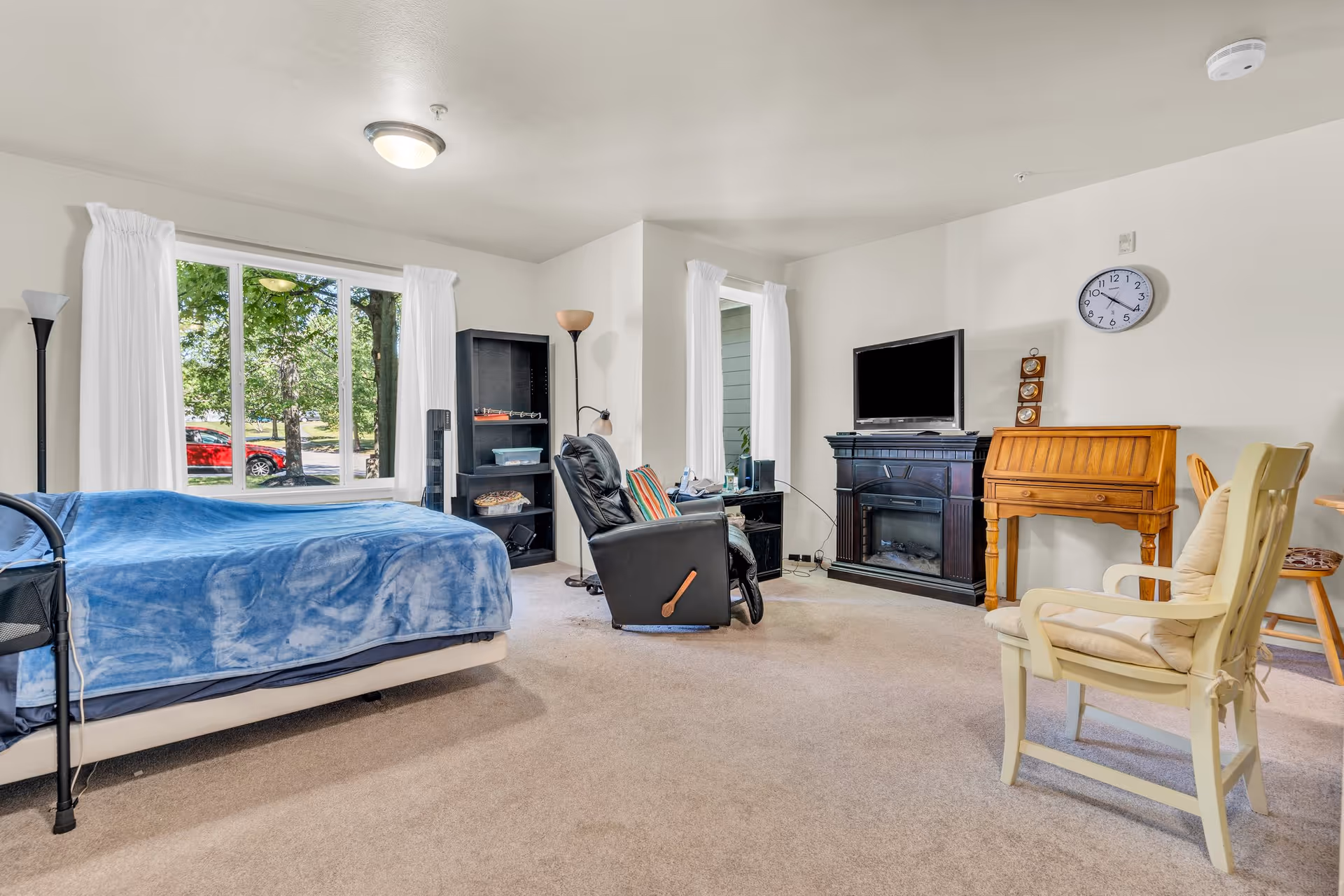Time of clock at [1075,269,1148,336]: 10:21
